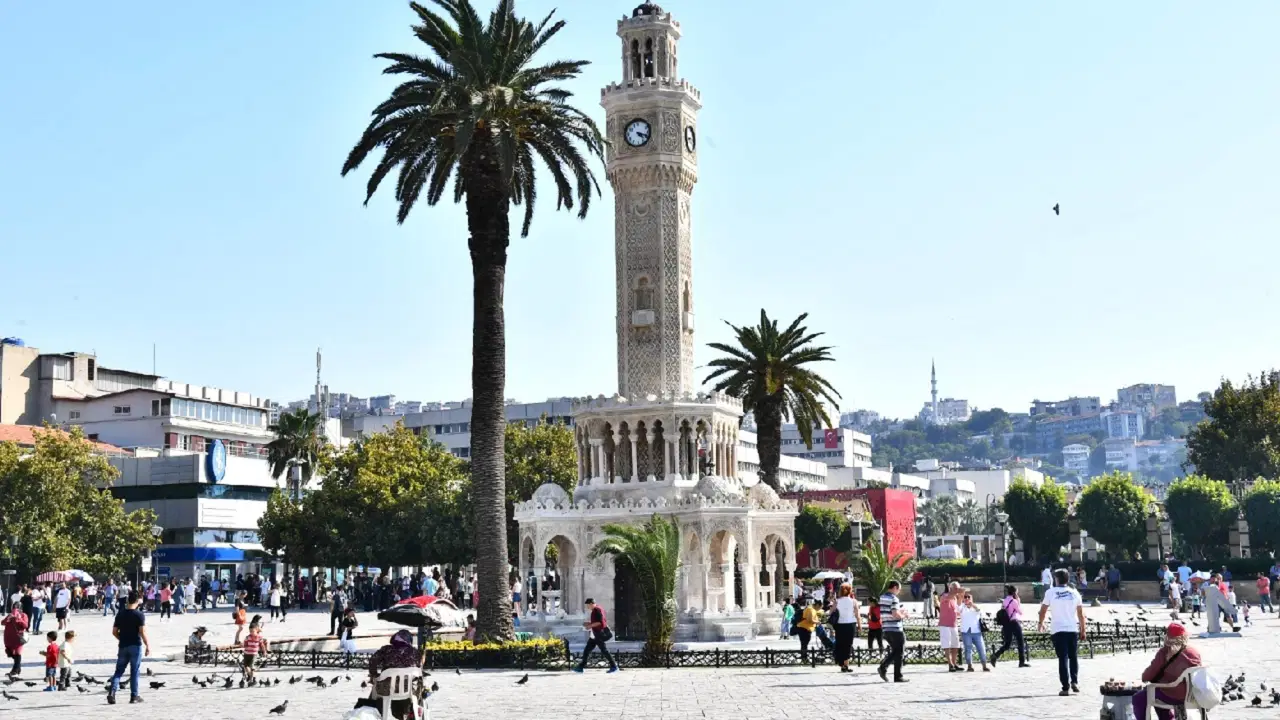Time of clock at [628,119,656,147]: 4:18
